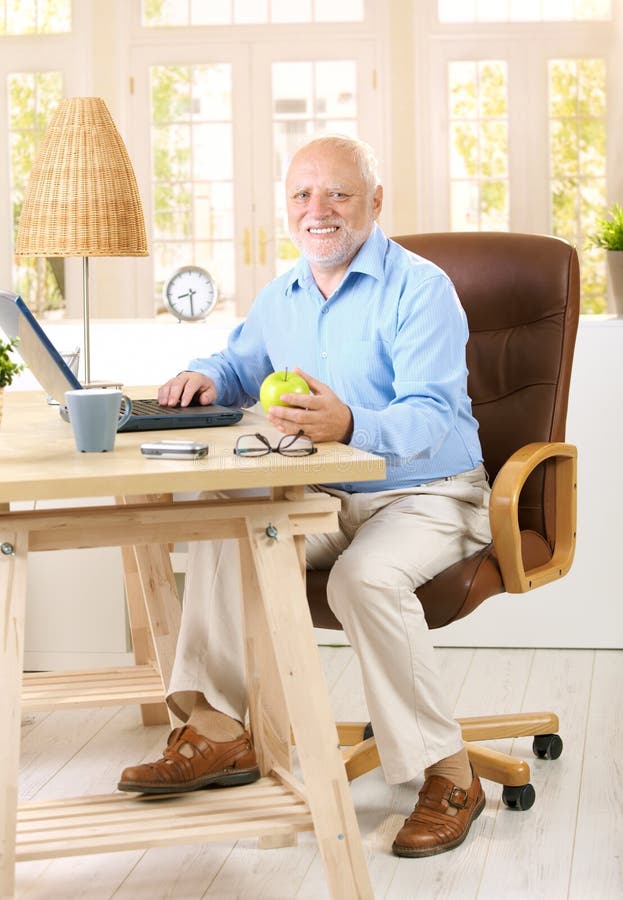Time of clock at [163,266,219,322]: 8:29
